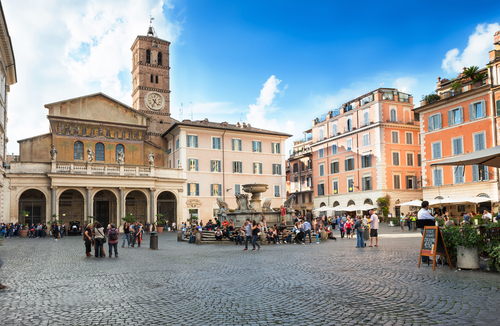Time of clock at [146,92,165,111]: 4:33
